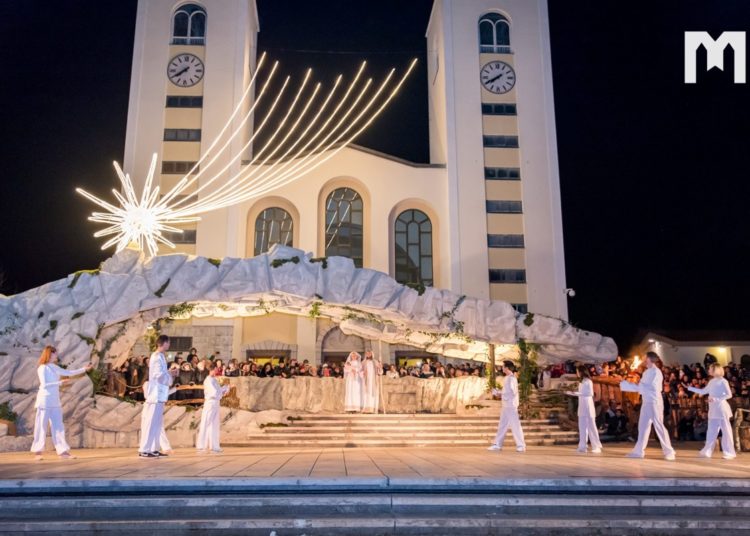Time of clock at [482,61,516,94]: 7:40
